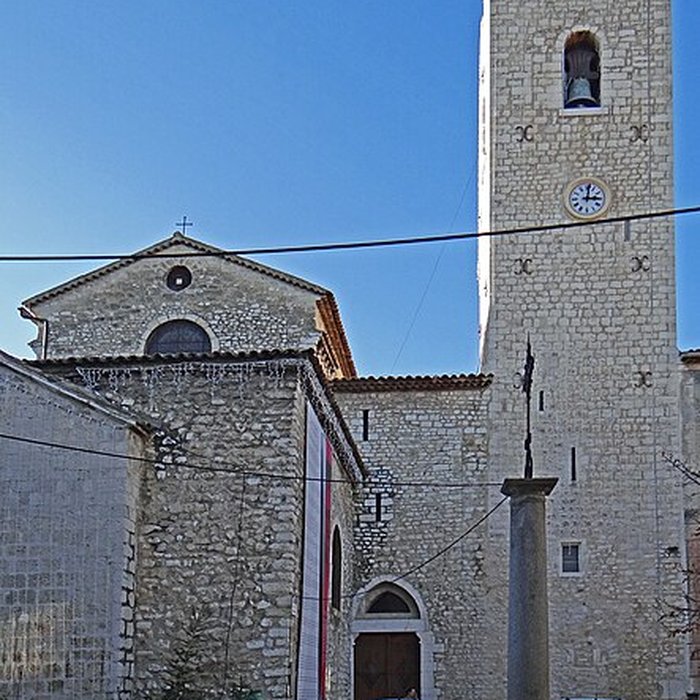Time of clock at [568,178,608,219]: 3:01
